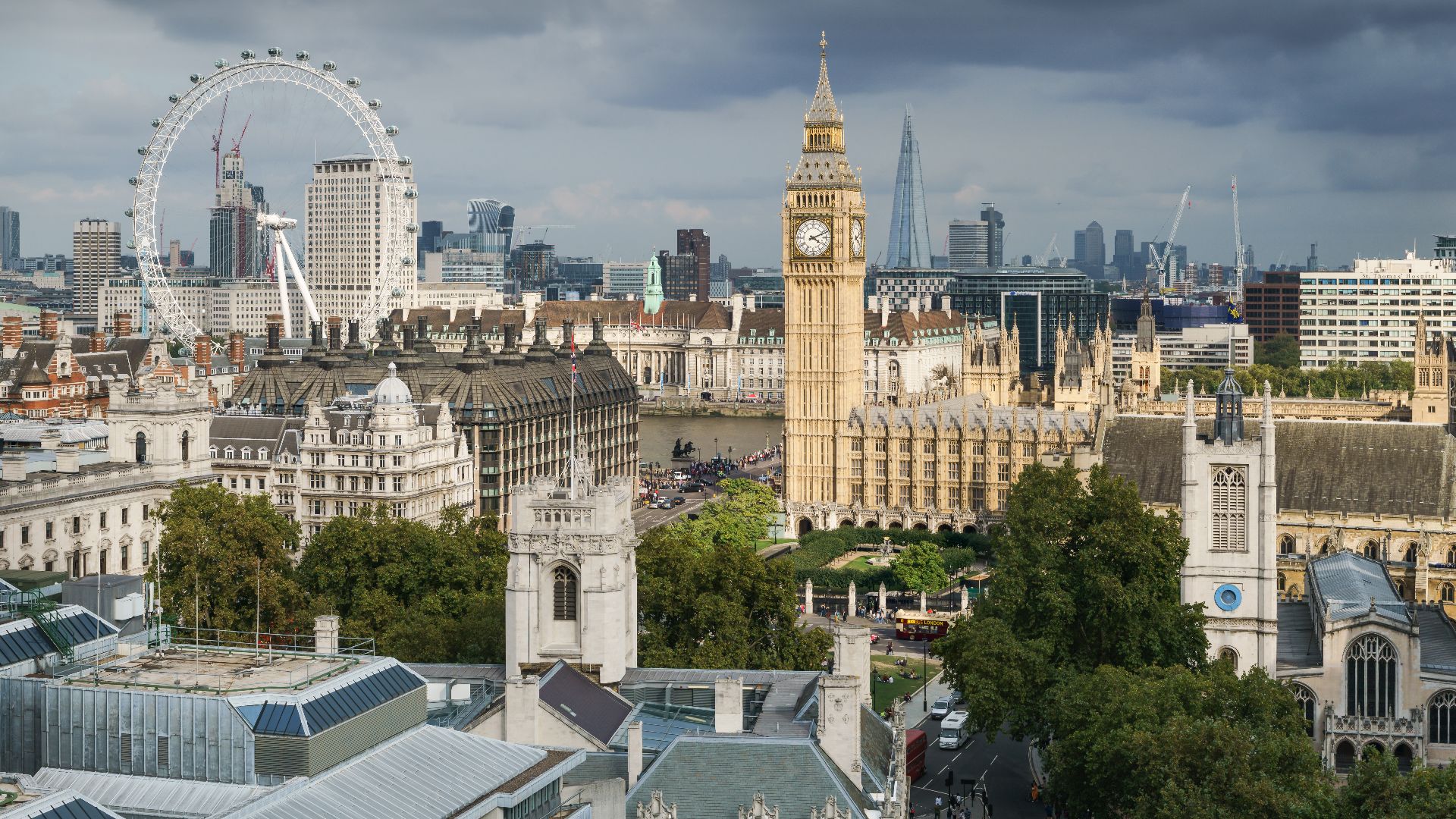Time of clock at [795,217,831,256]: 4:11
